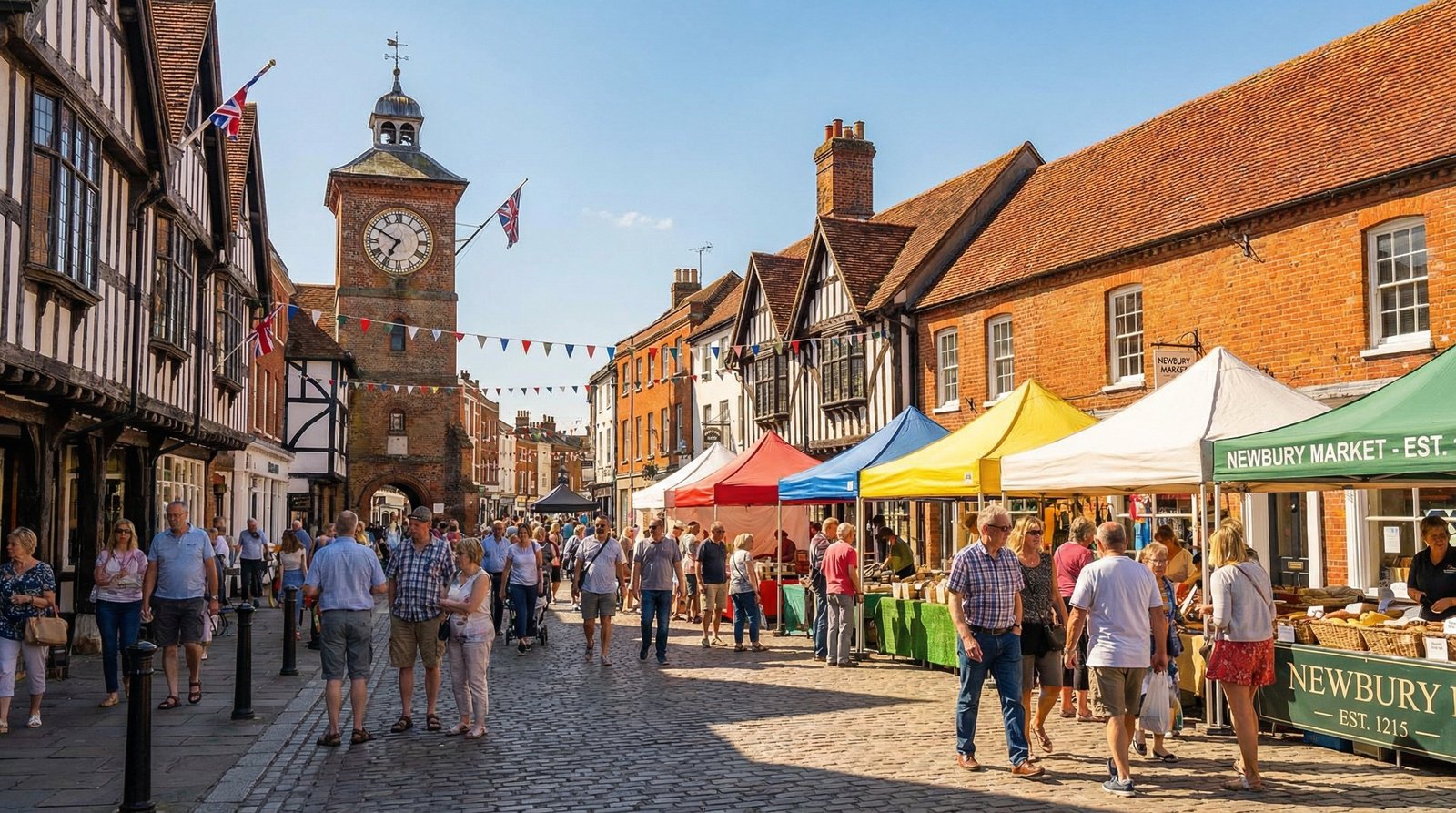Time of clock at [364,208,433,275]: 6:49
